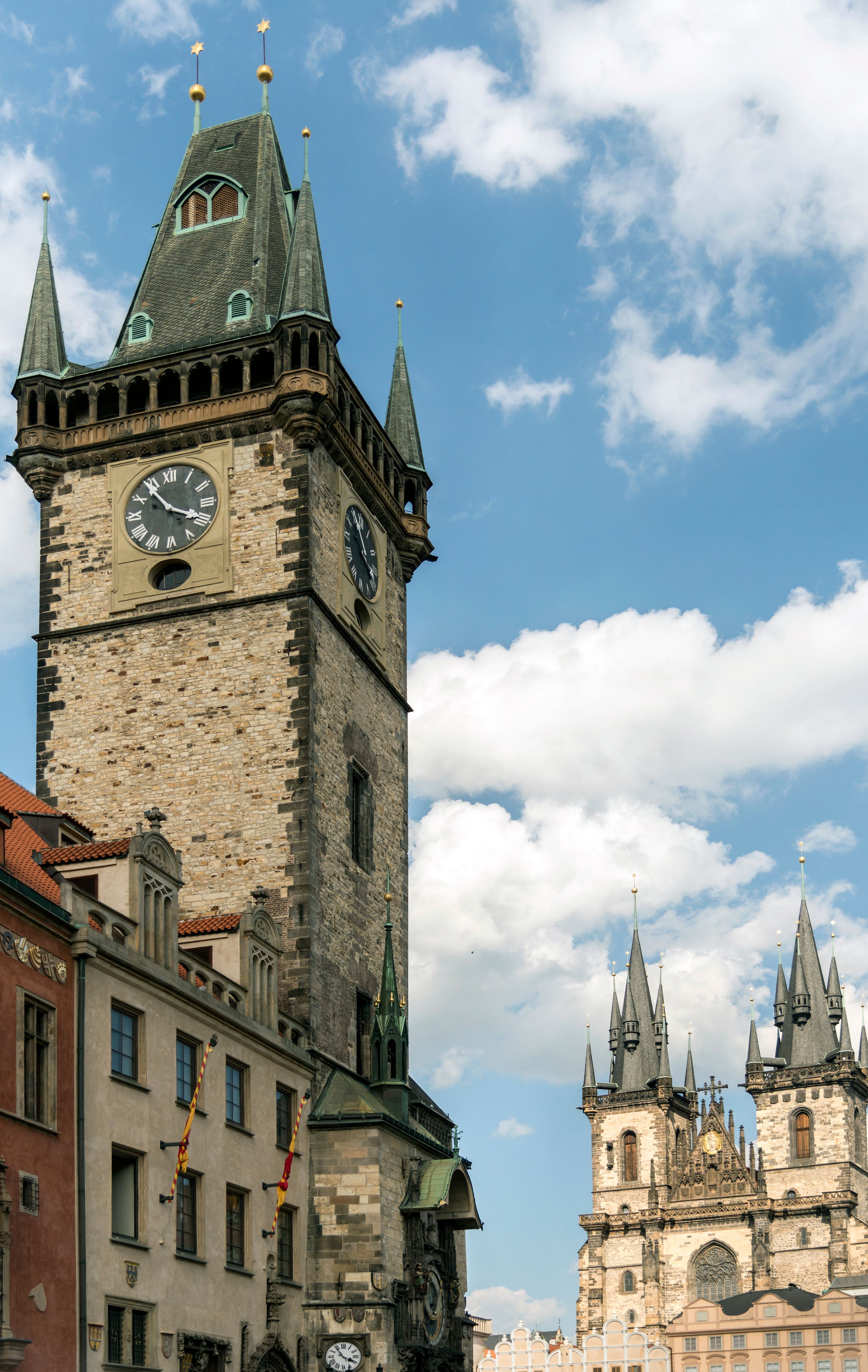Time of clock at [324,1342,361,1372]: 3:53
